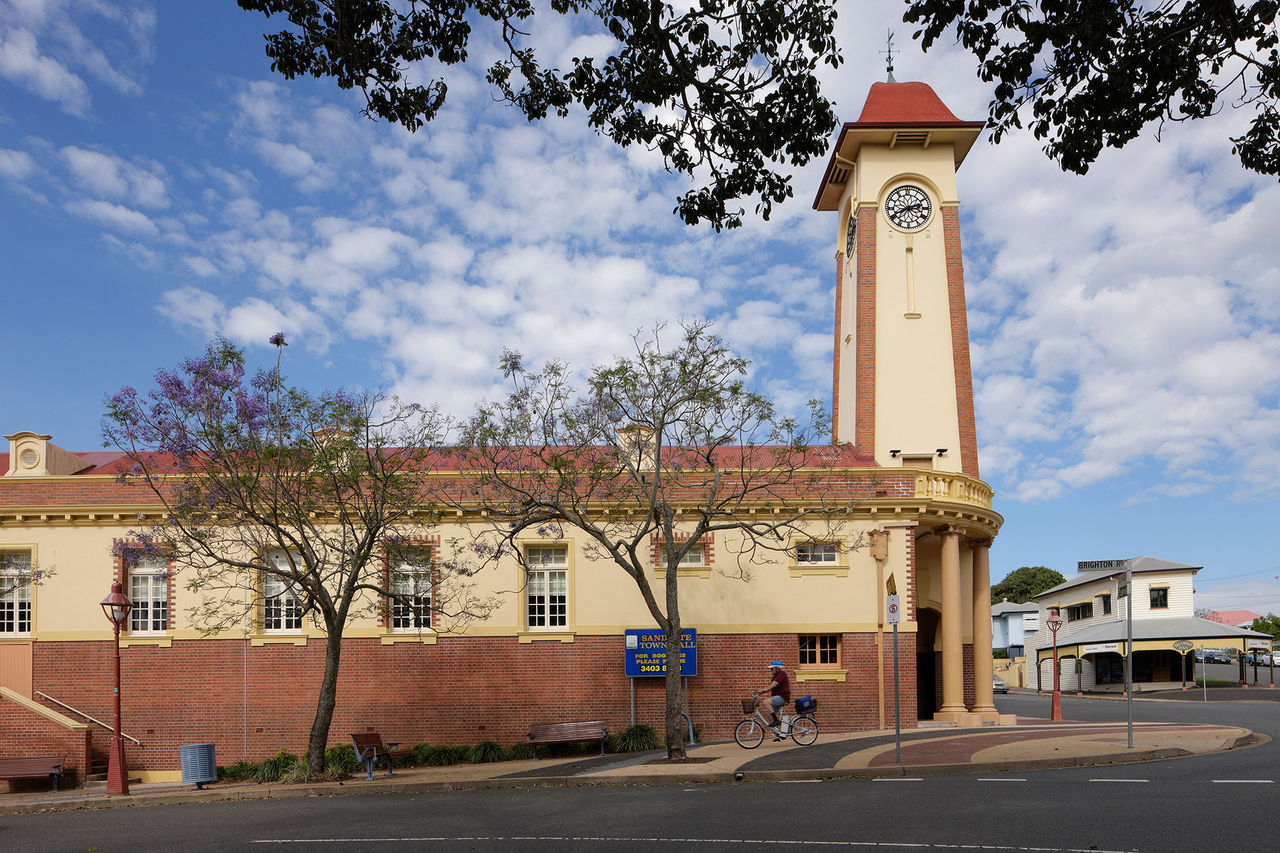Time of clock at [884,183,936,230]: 2:40
